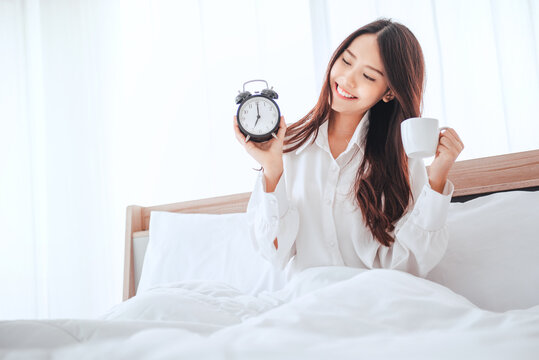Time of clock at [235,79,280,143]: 7:00
